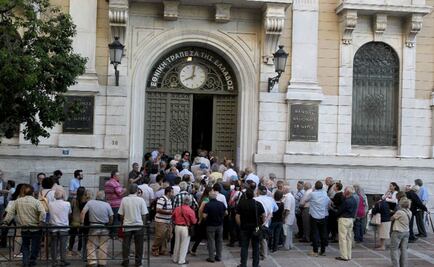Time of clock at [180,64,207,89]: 8:01
